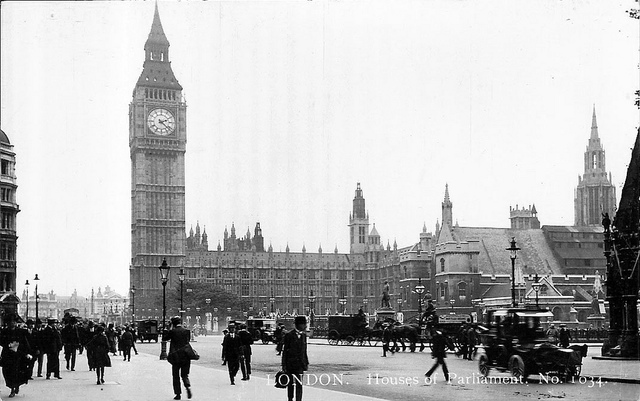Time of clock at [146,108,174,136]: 2:21
